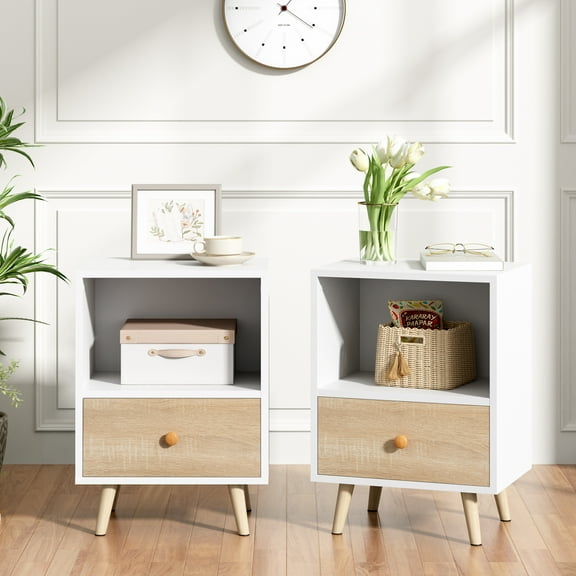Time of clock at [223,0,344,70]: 1:21
